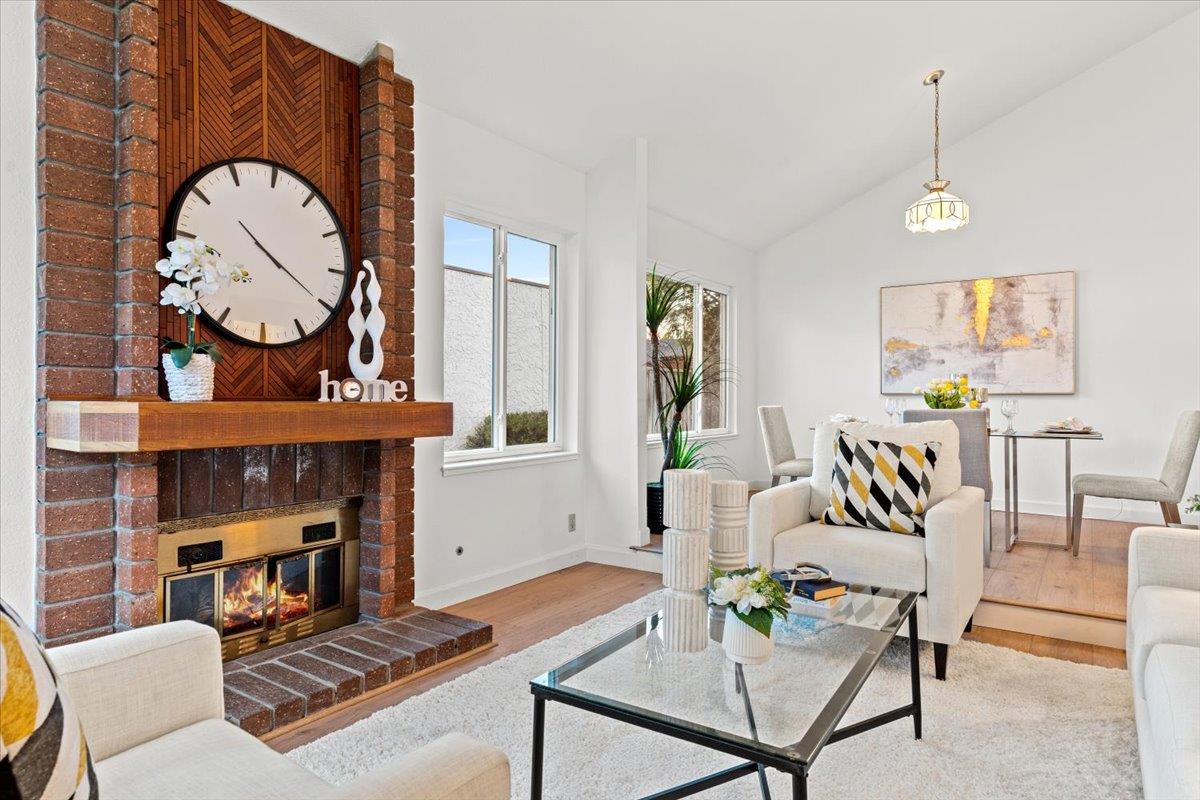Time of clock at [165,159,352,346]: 10:20
